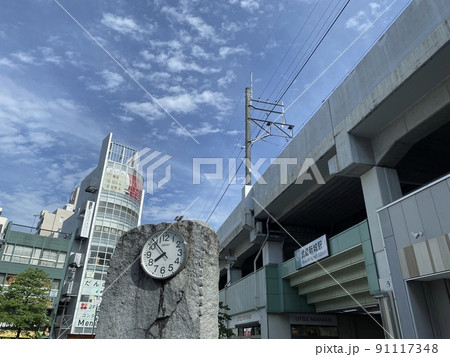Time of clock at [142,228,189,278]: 7:53
